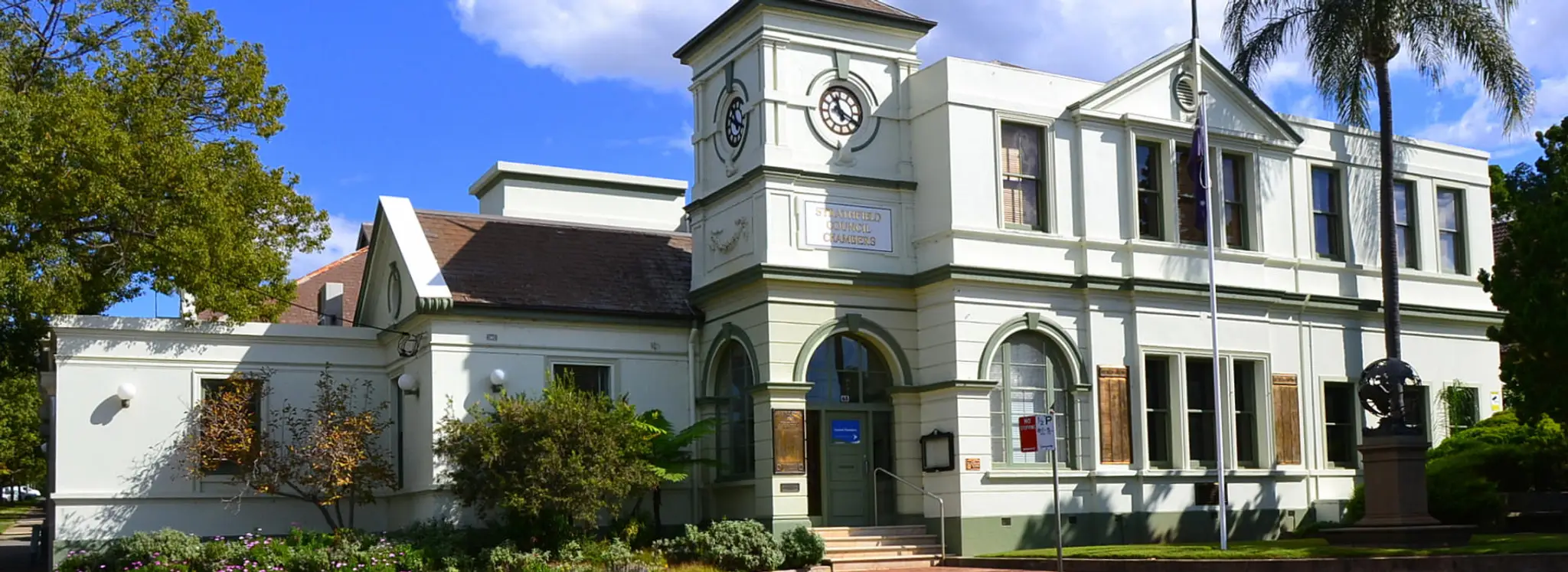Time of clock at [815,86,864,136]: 11:19
